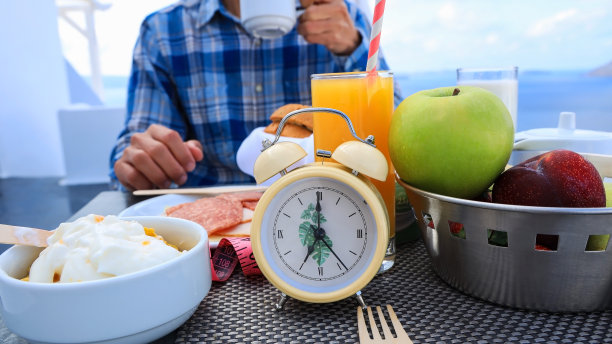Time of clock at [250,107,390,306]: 7:00
